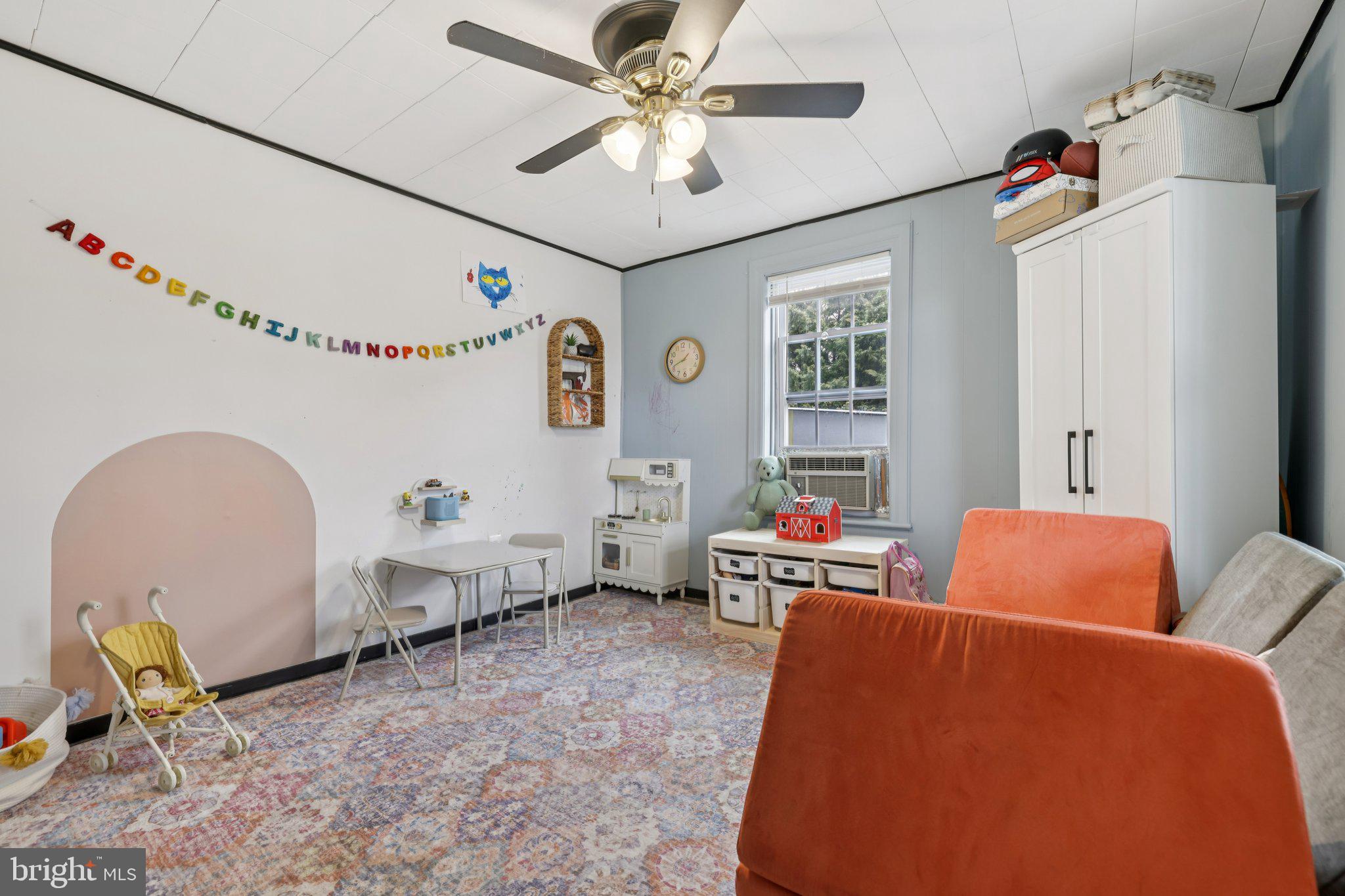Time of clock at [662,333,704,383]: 1:41
